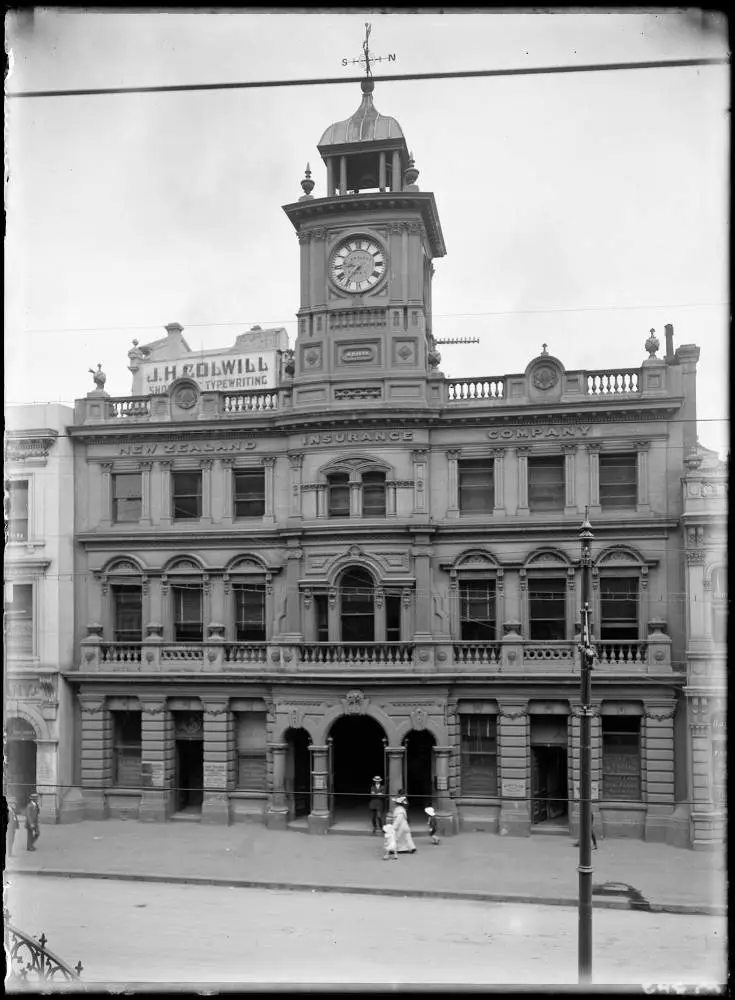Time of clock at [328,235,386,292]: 8:36
